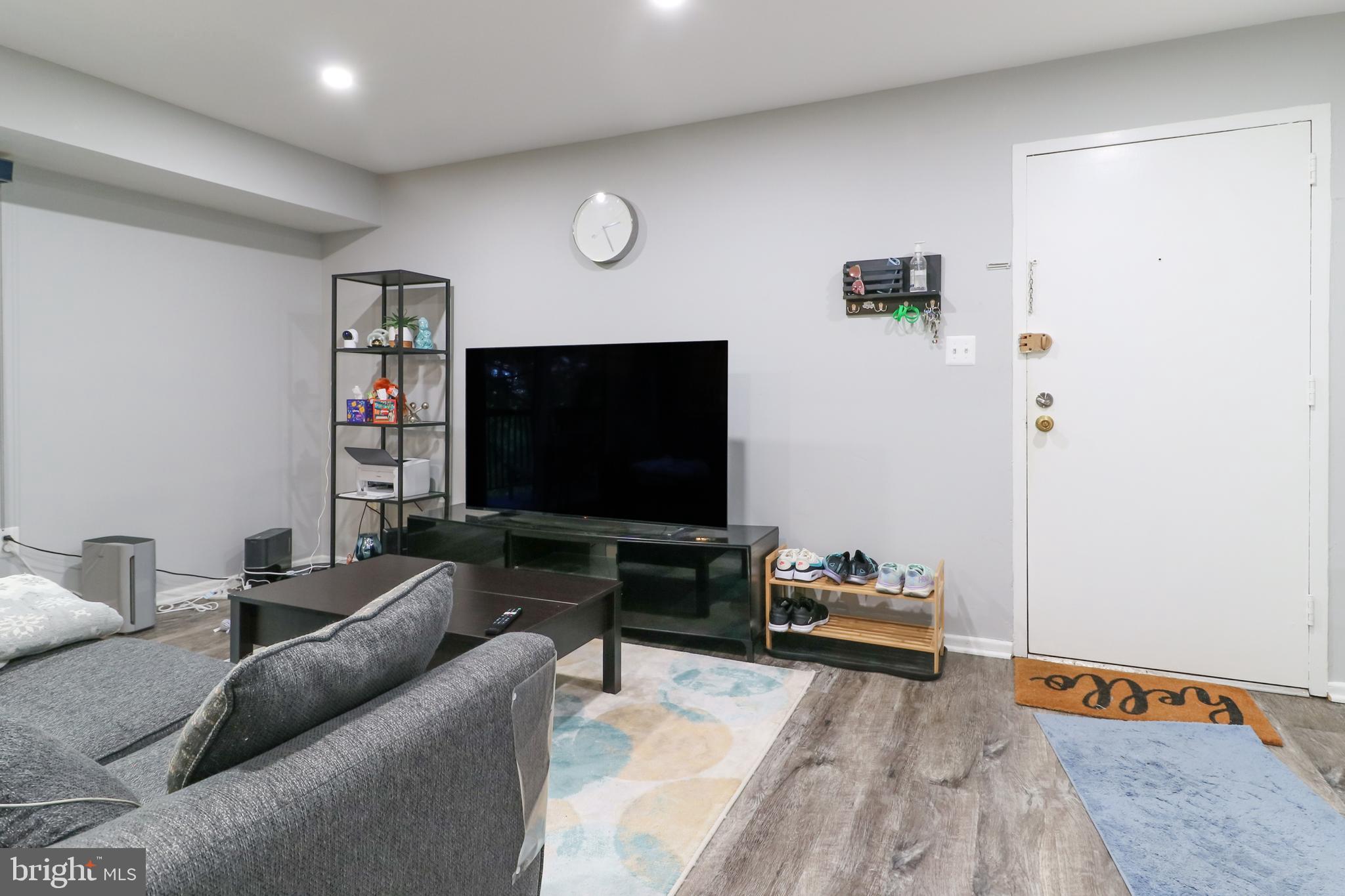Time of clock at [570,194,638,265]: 2:24
